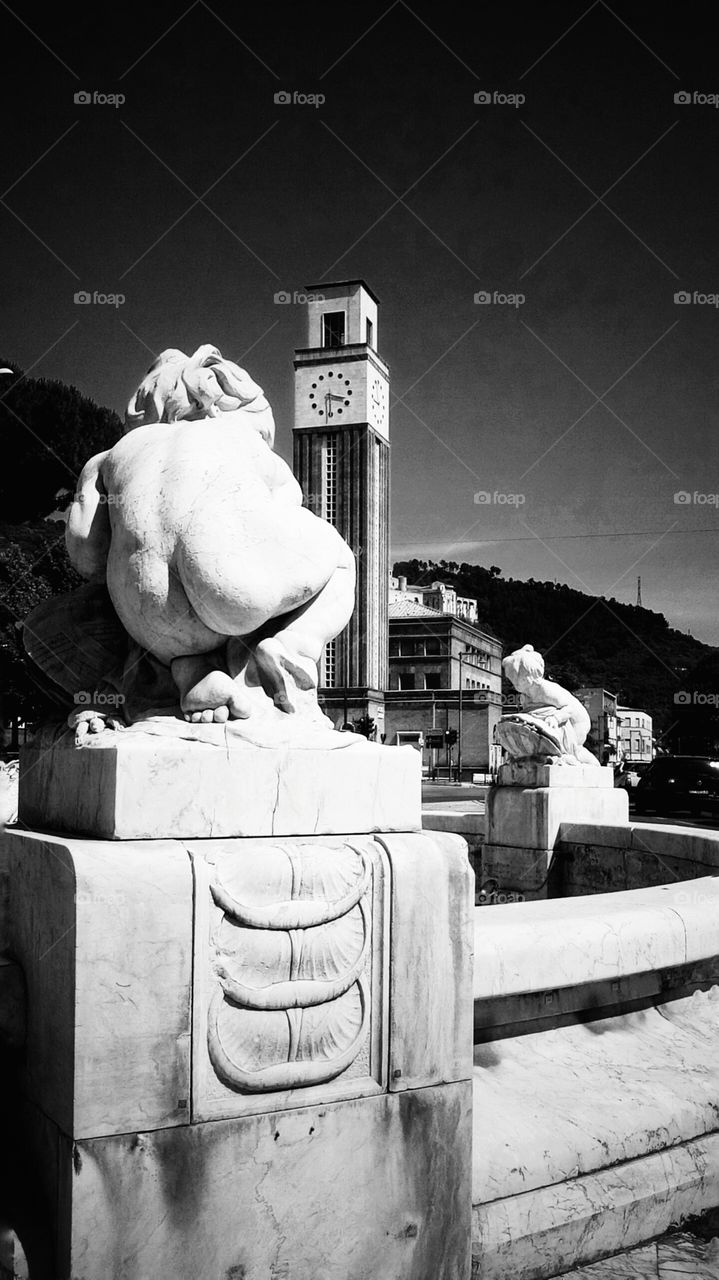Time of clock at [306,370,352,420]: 3:30
